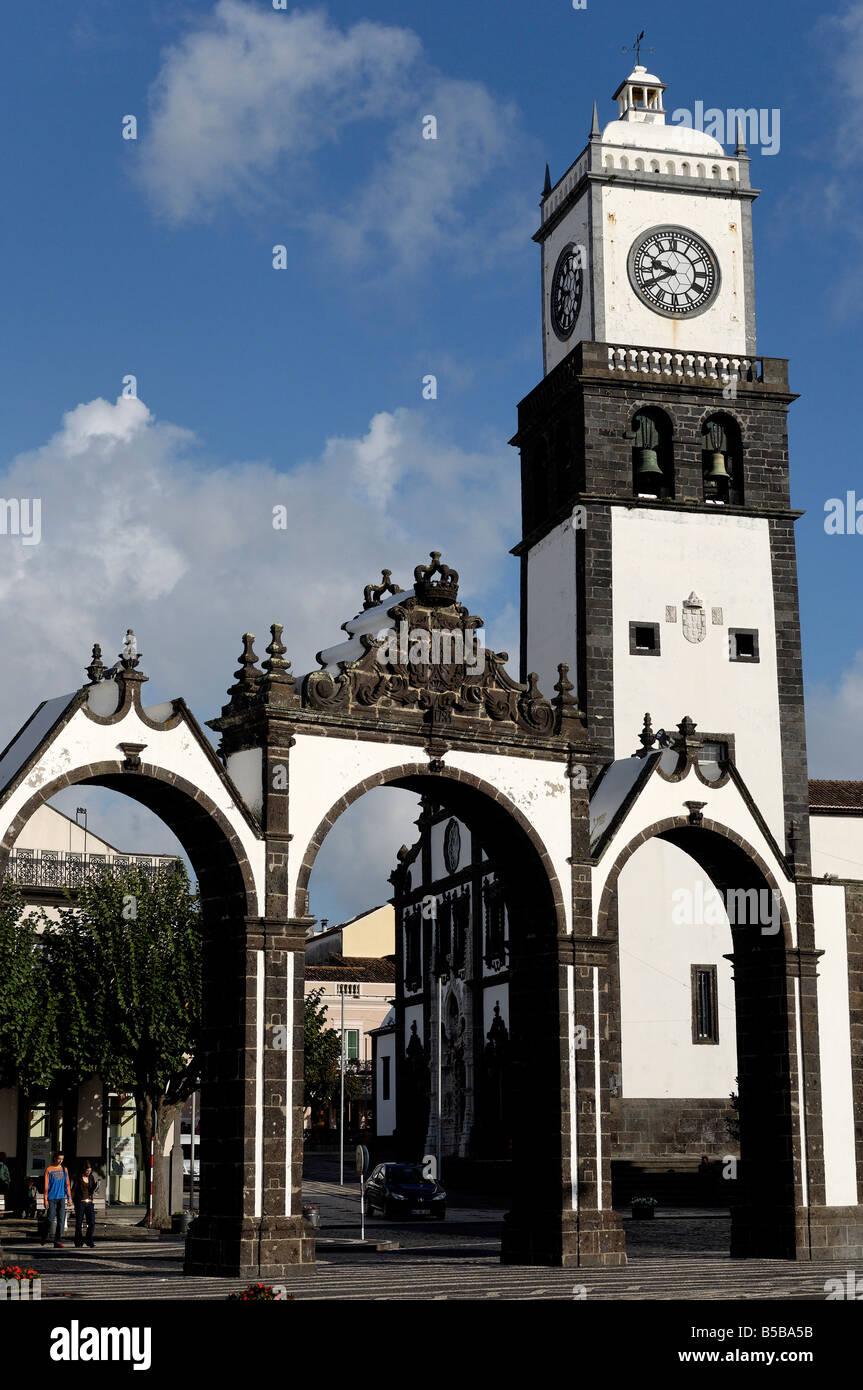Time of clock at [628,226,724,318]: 9:40
